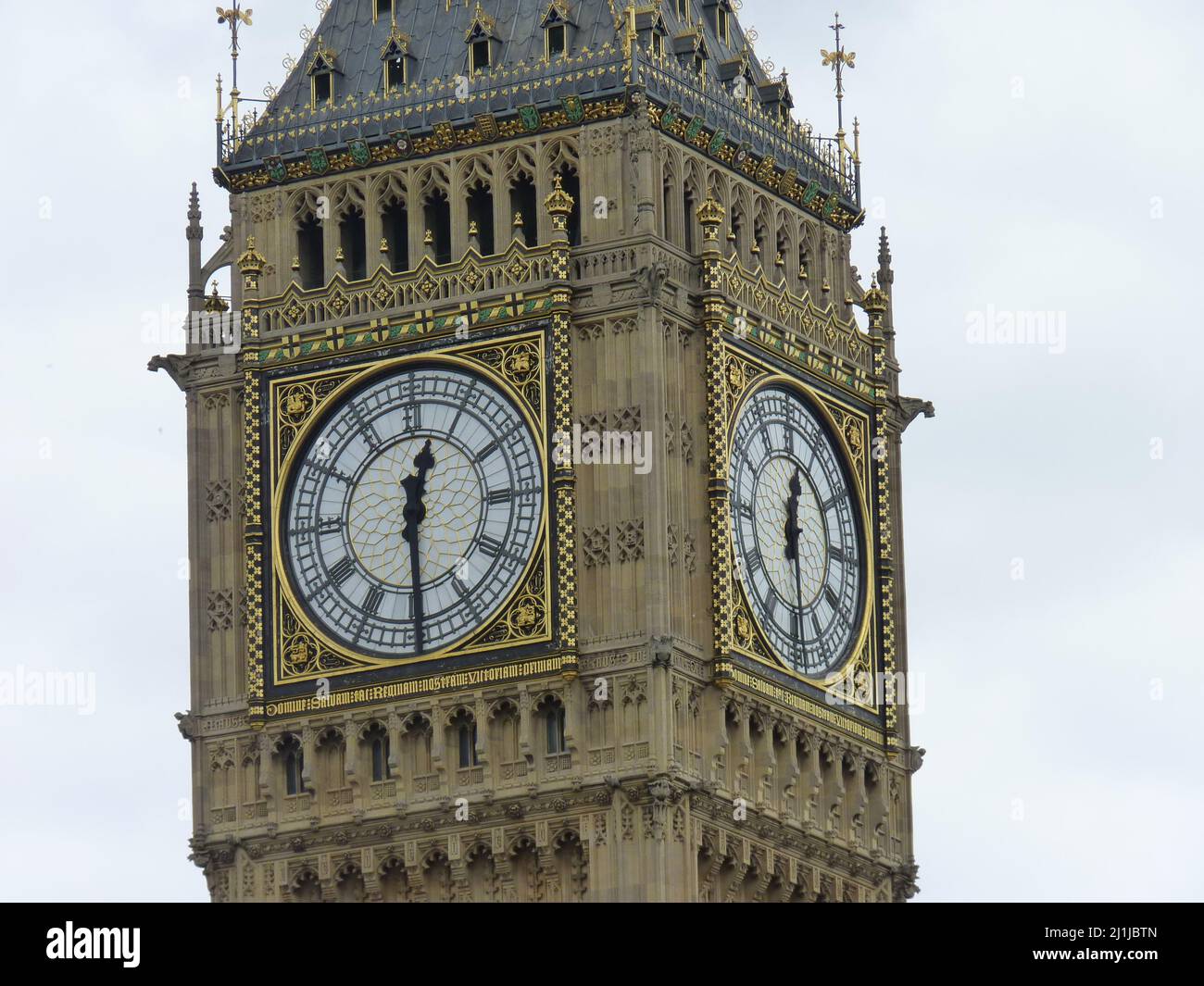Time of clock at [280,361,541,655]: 12:29
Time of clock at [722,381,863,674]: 12:28
